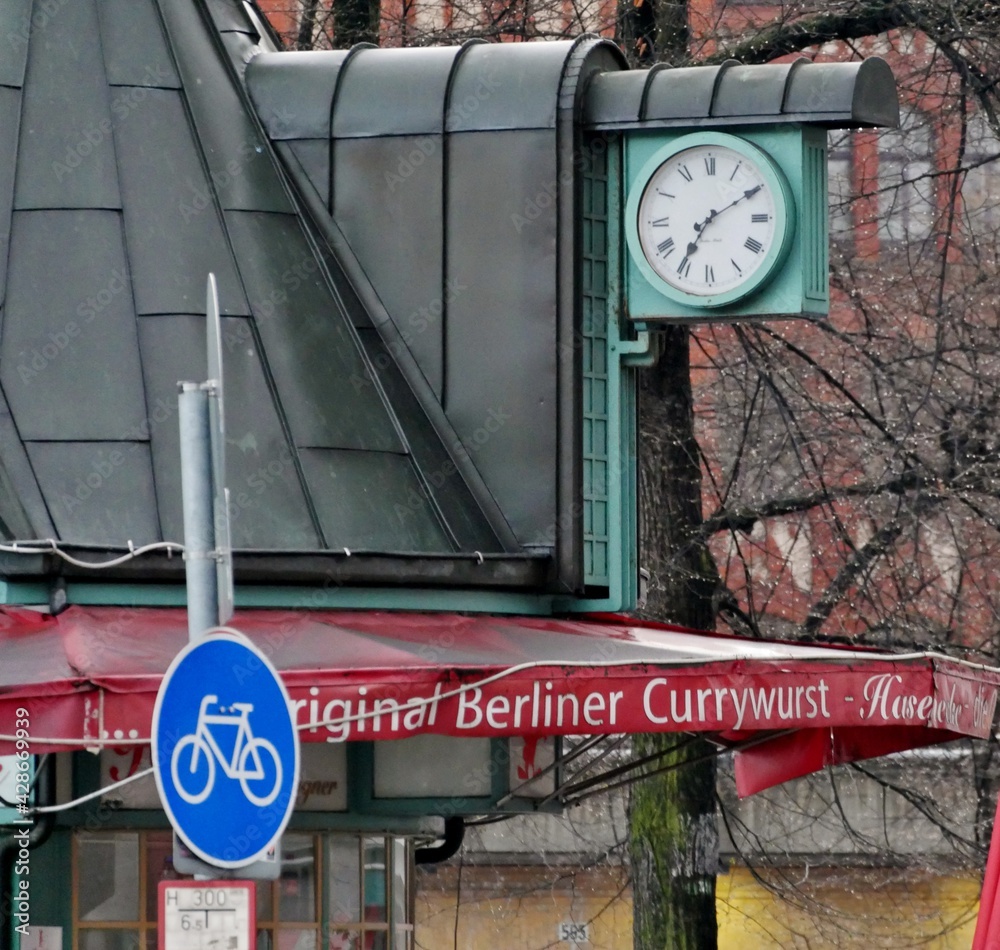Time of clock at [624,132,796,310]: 7:09
